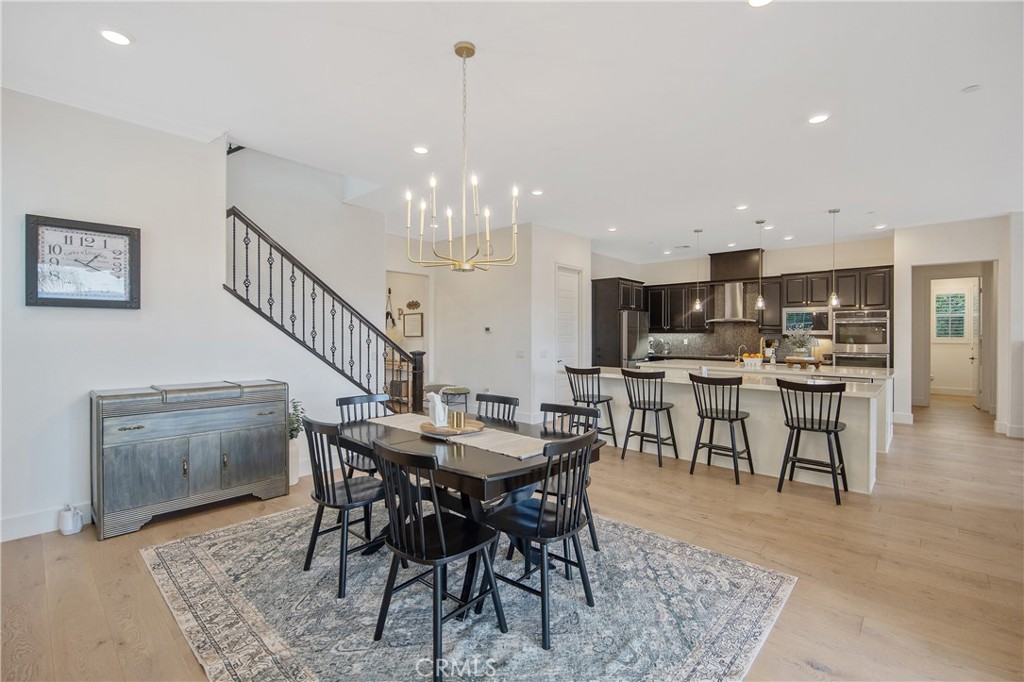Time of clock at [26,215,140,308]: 1:18
